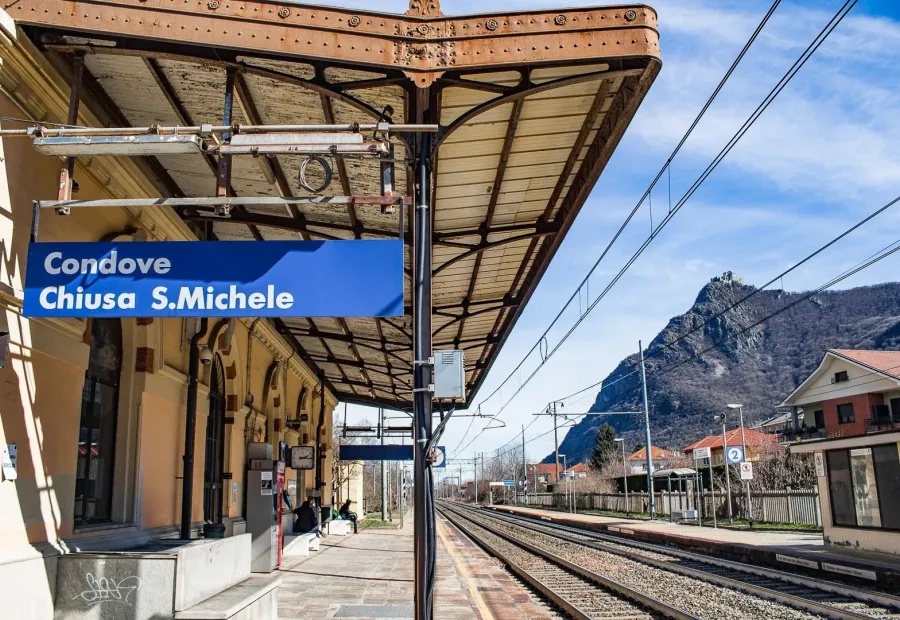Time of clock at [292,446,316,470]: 2:15
